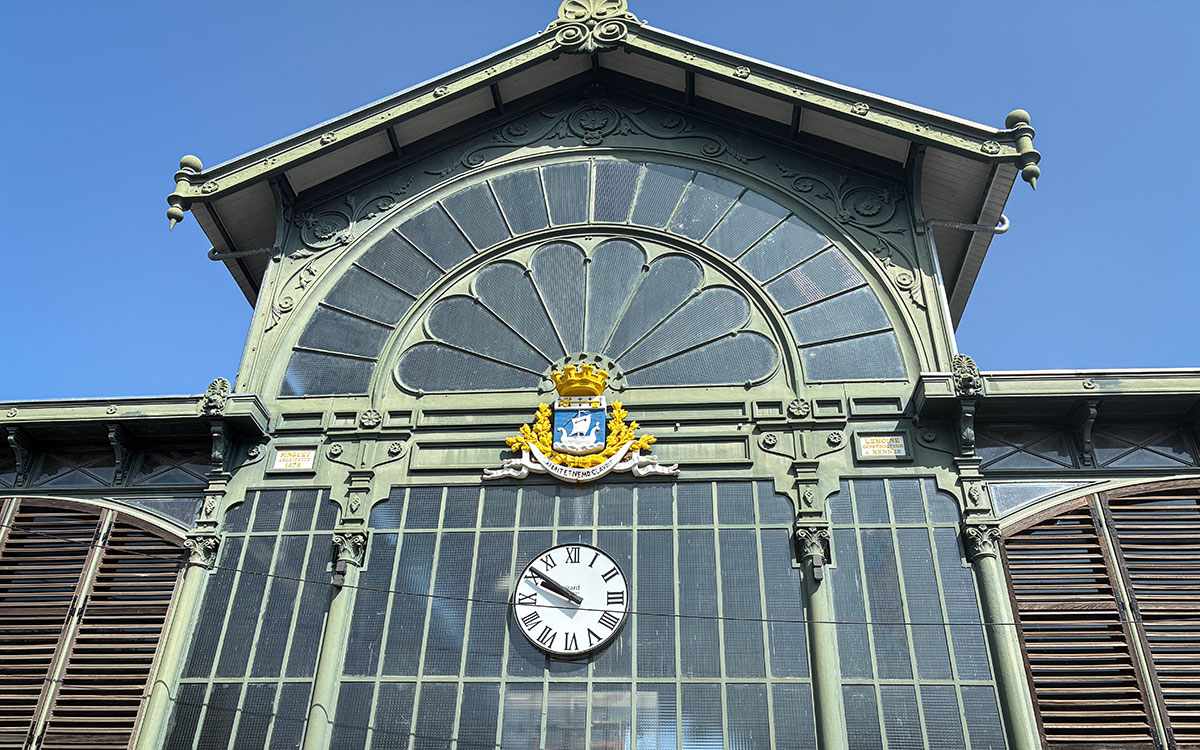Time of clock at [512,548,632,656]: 9:50
